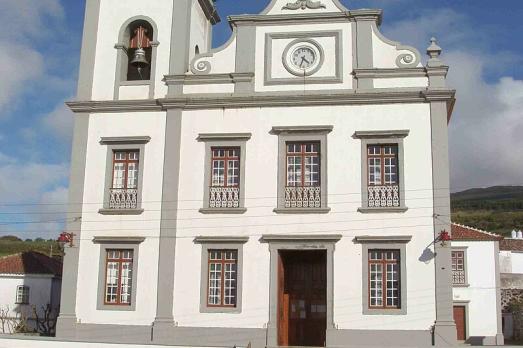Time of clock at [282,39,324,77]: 4:33
